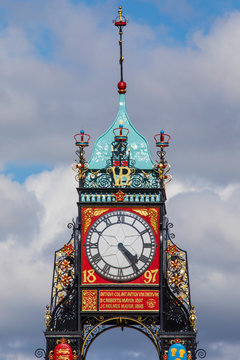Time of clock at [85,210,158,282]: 4:23
